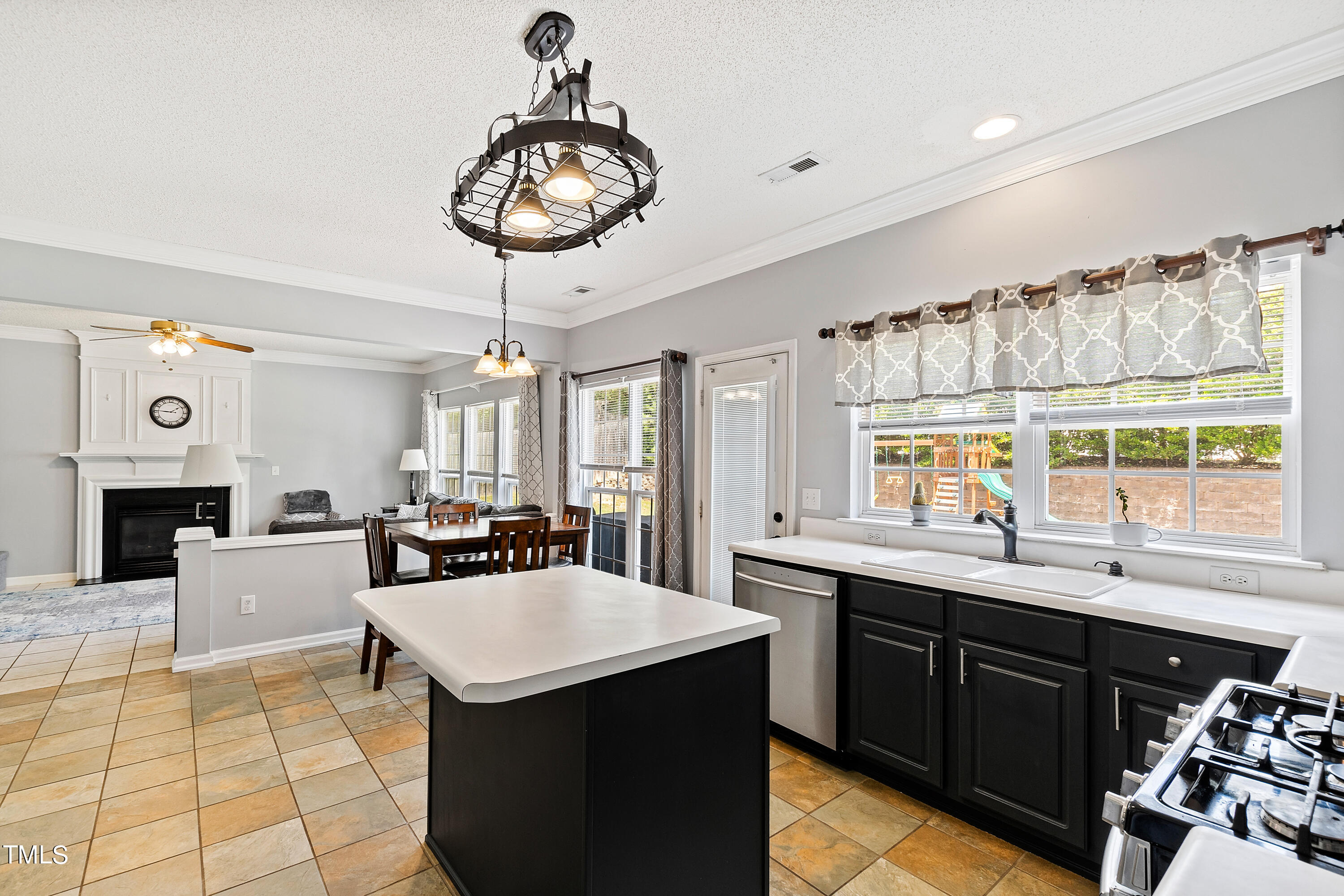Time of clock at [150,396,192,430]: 1:45
